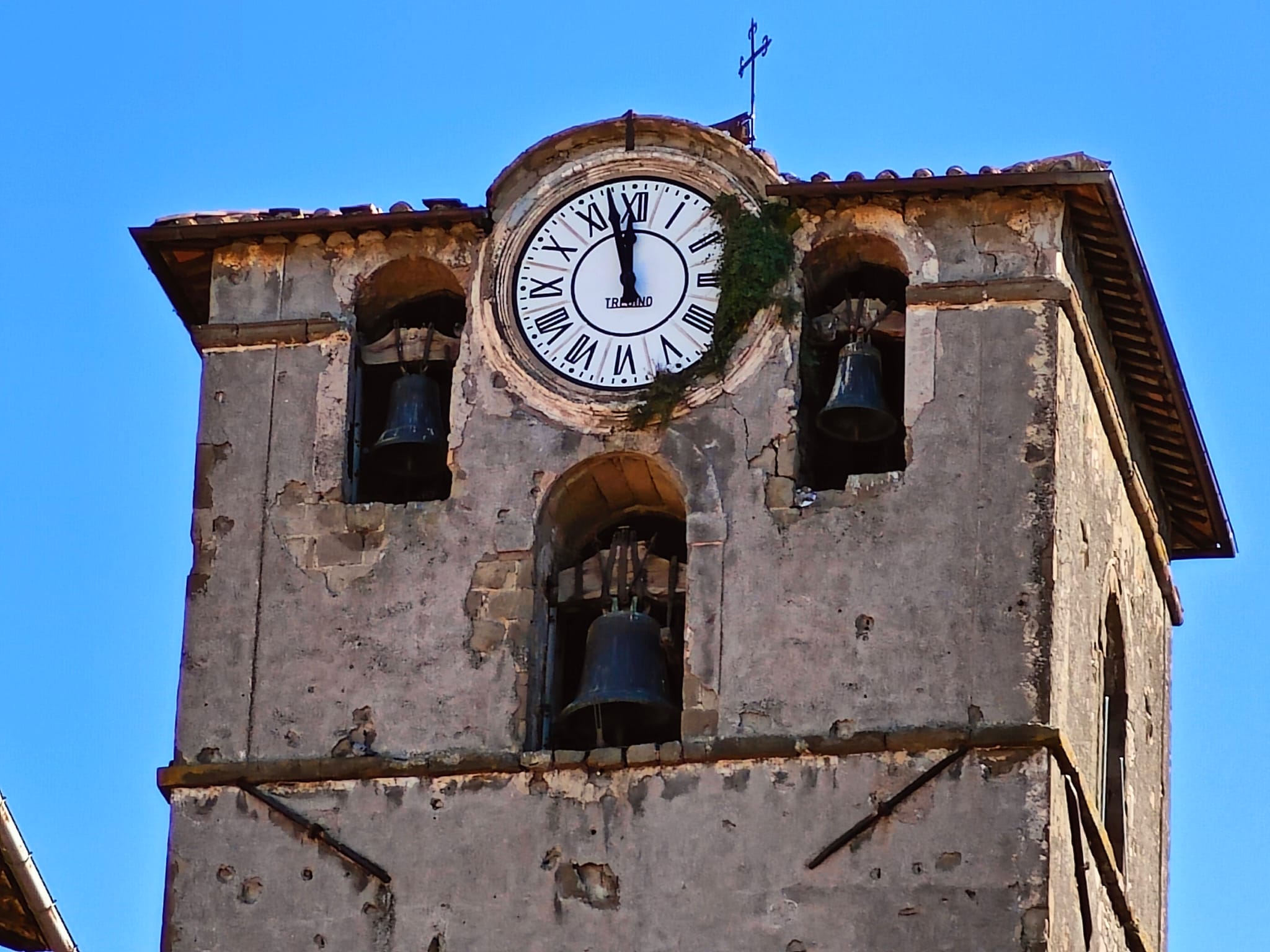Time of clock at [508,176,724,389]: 11:57
